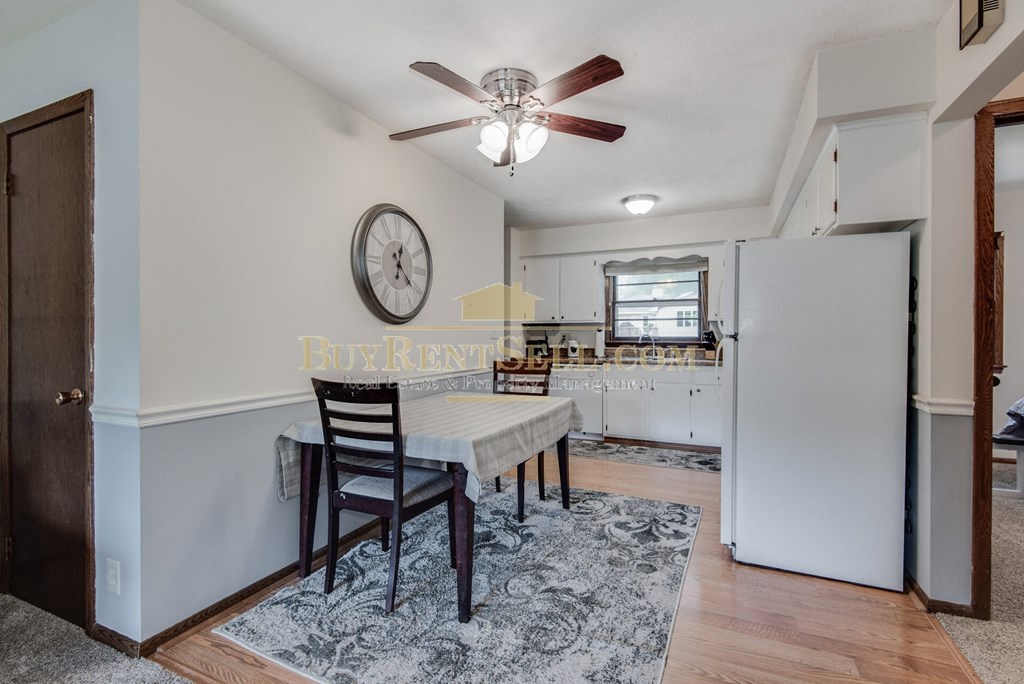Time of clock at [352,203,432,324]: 12:21
